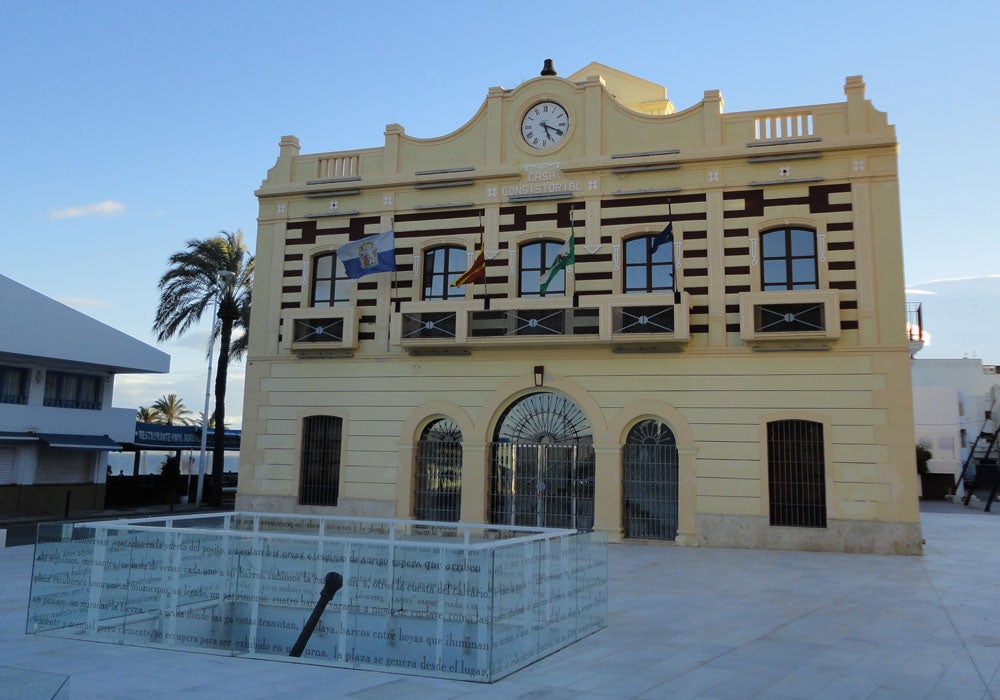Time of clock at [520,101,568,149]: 5:18
